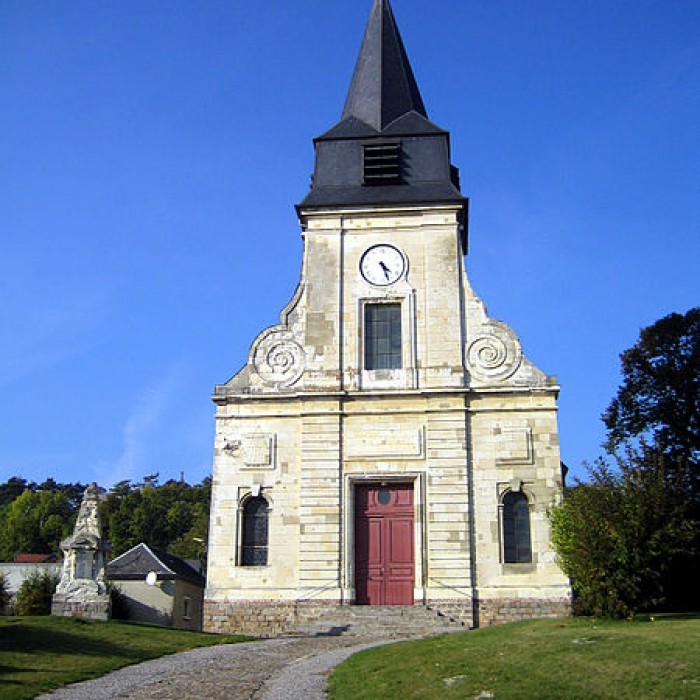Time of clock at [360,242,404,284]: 4:26
